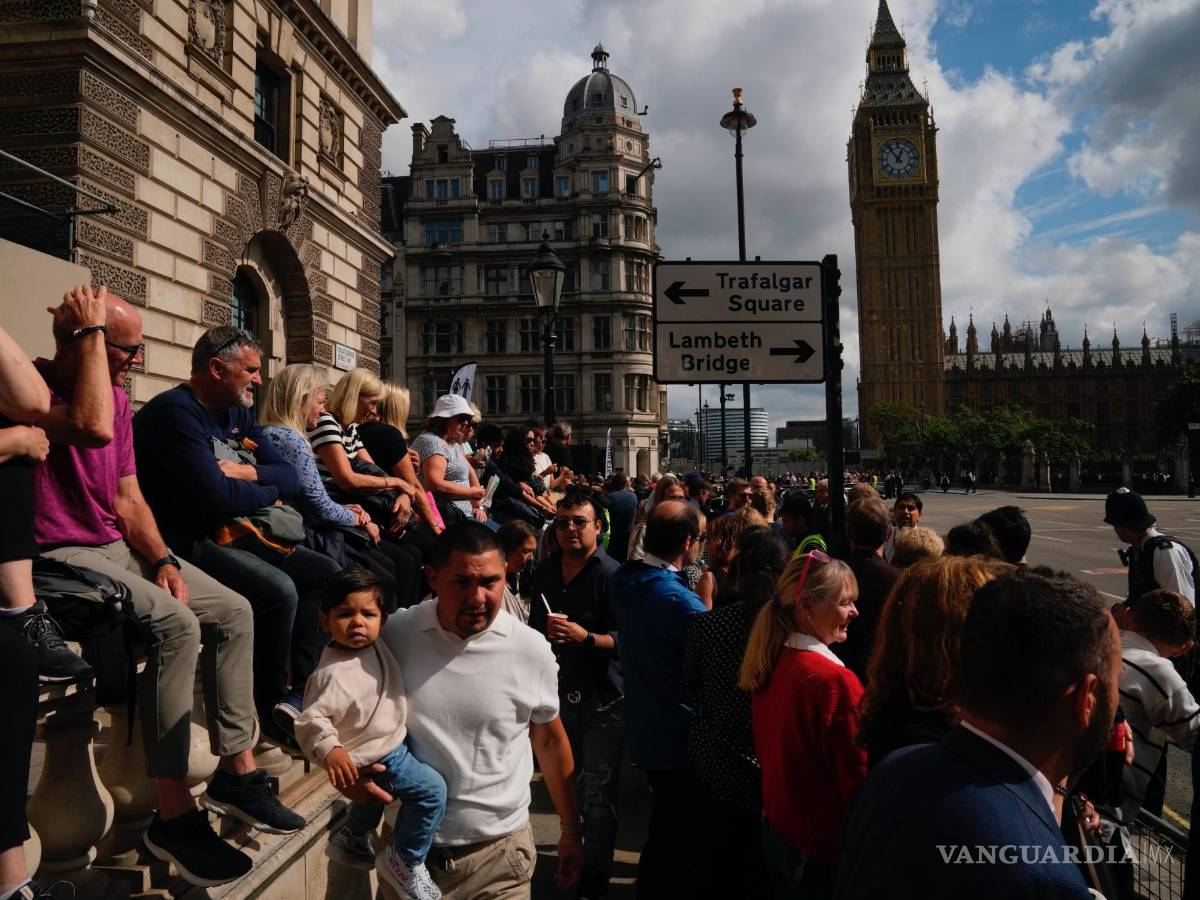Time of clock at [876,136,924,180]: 12:53
